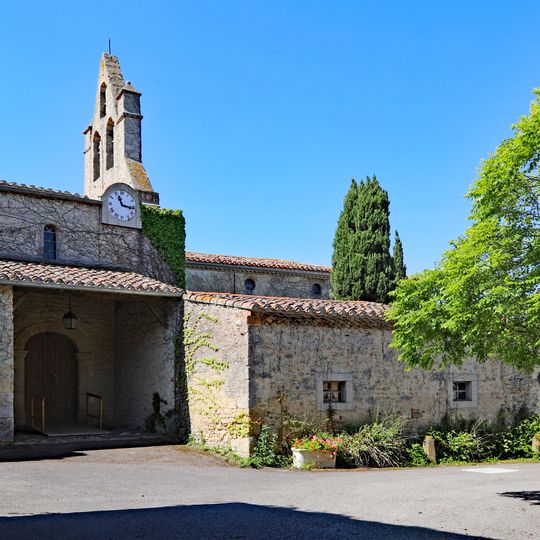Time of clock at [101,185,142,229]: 11:16
